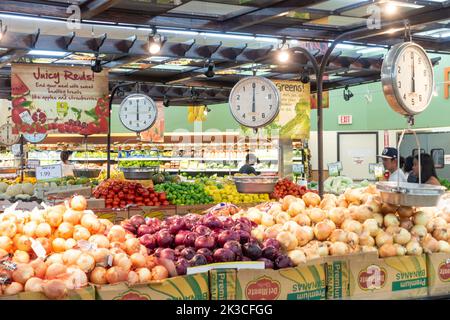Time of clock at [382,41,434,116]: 6:00
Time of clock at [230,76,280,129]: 6:00
